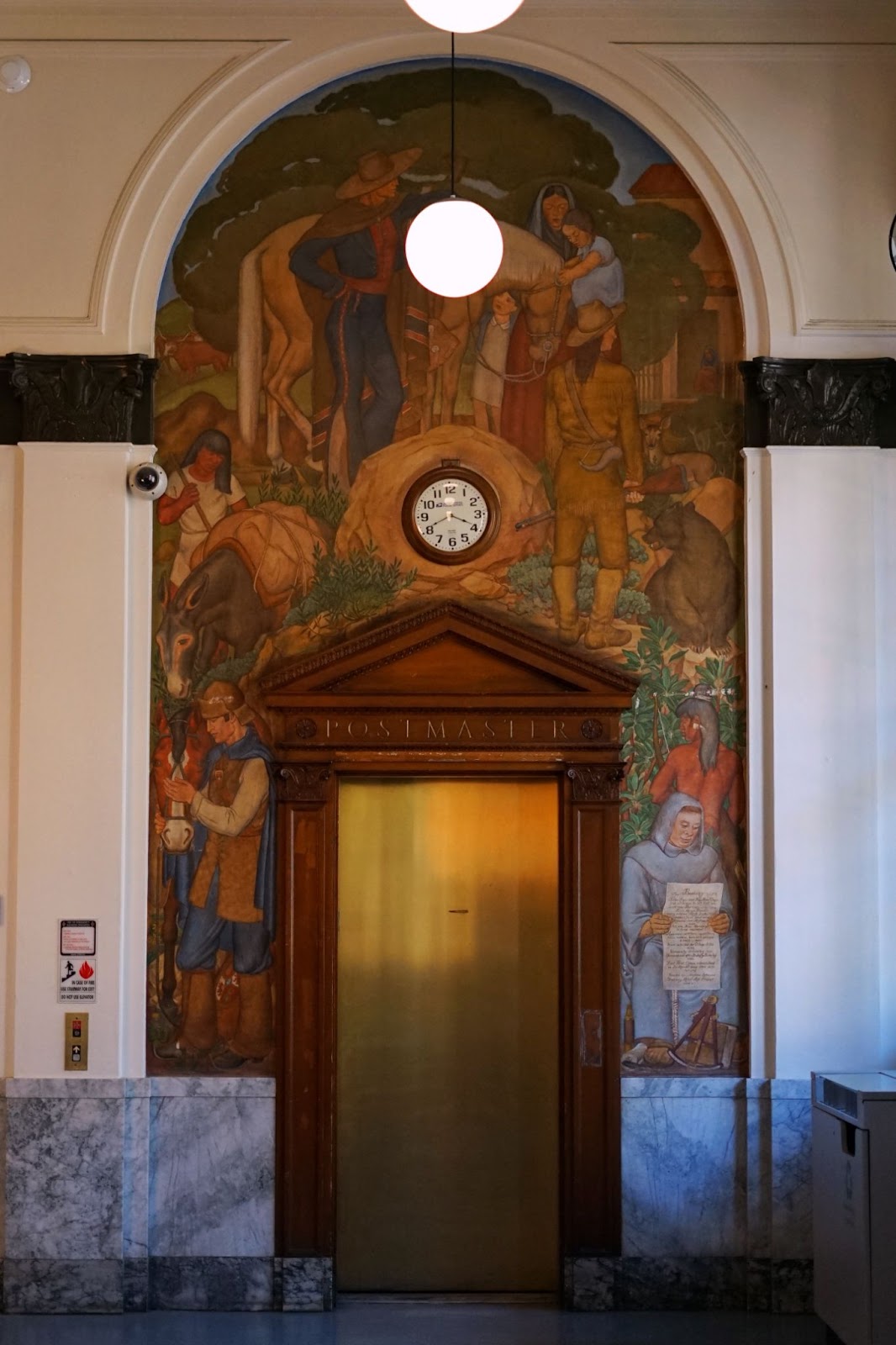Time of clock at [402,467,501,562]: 3:40
